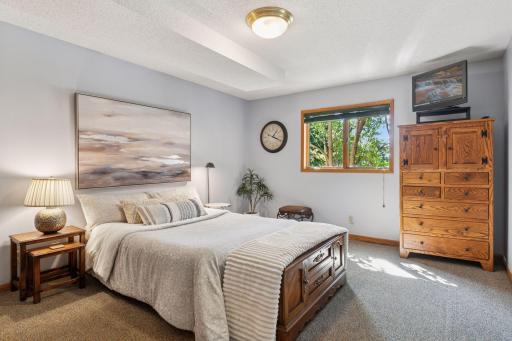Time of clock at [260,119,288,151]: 1:18
